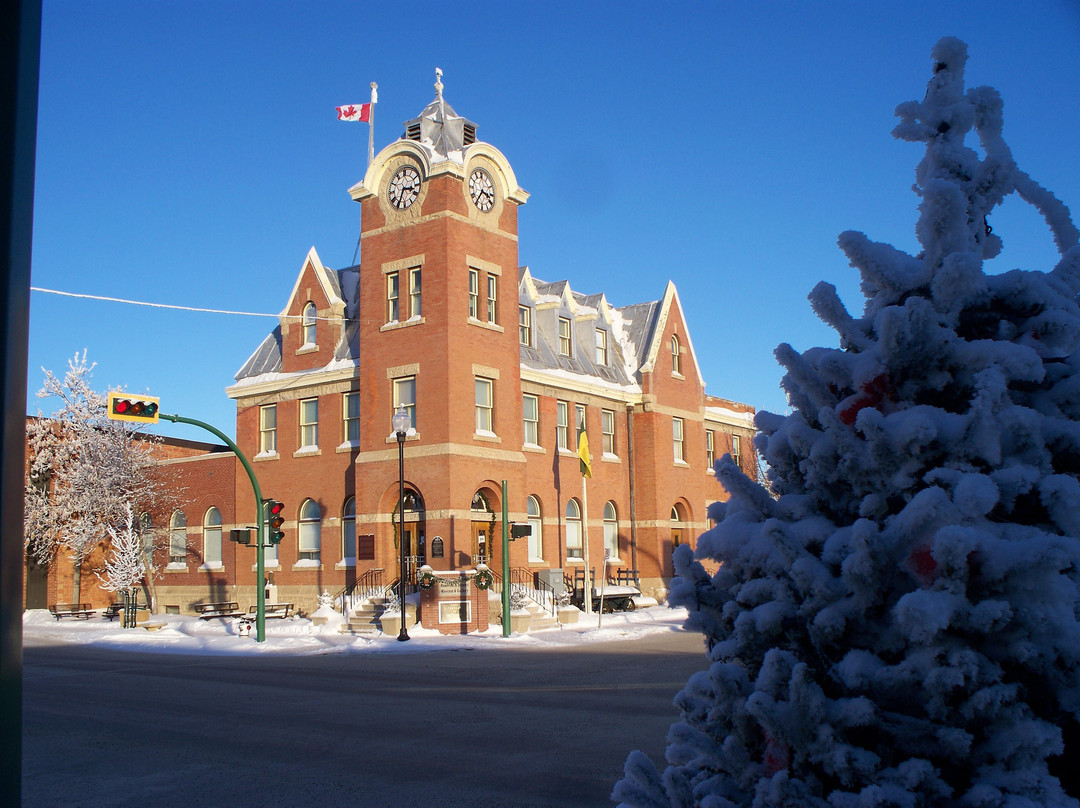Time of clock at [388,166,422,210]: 3:34
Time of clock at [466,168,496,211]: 3:35
